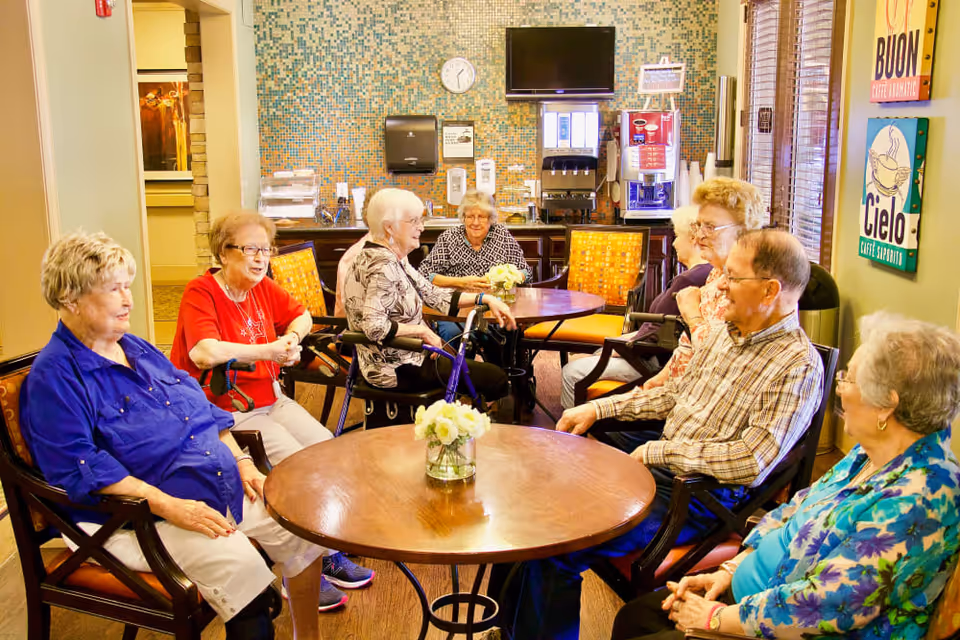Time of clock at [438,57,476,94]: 1:28
